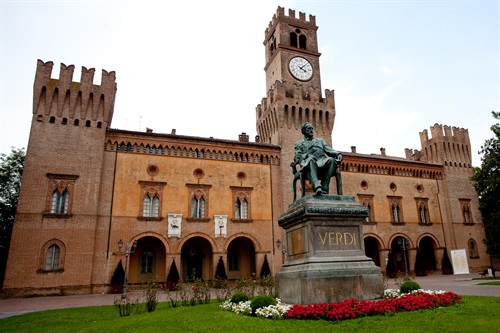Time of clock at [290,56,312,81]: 4:07
